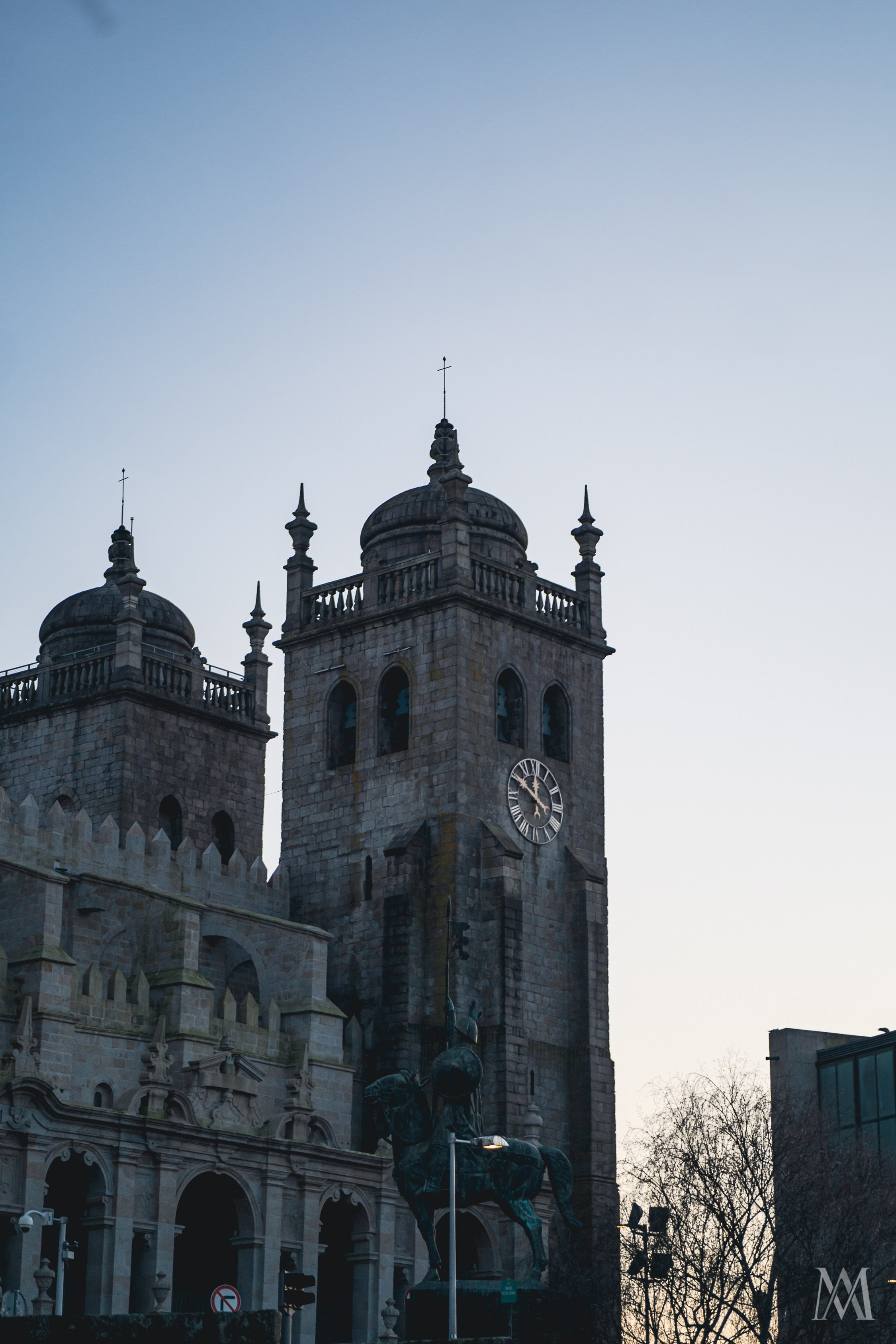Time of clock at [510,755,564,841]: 11:50
